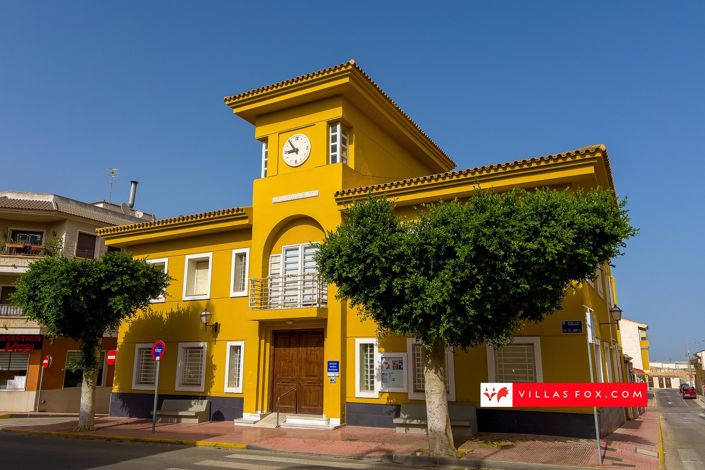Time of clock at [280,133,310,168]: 8:53
